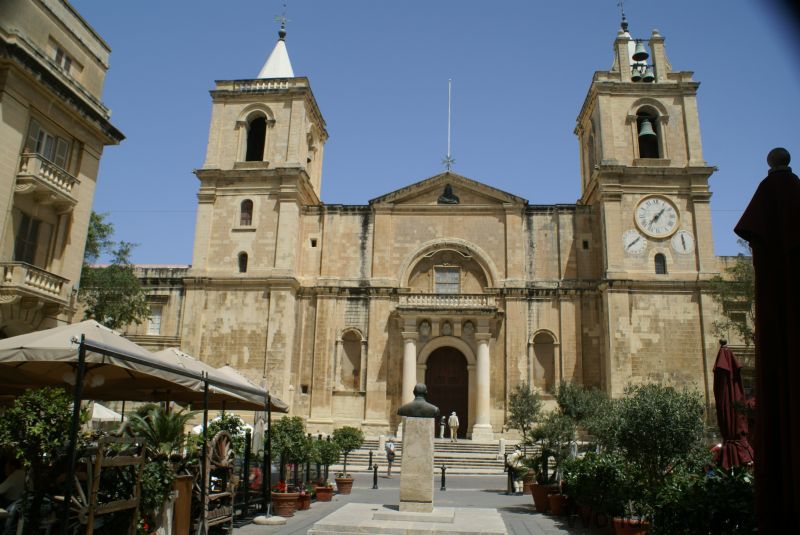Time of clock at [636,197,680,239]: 1:37
